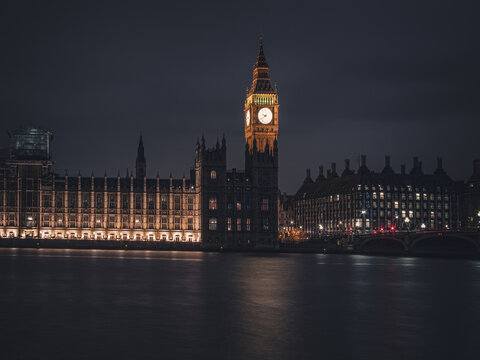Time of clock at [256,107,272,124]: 9:39
